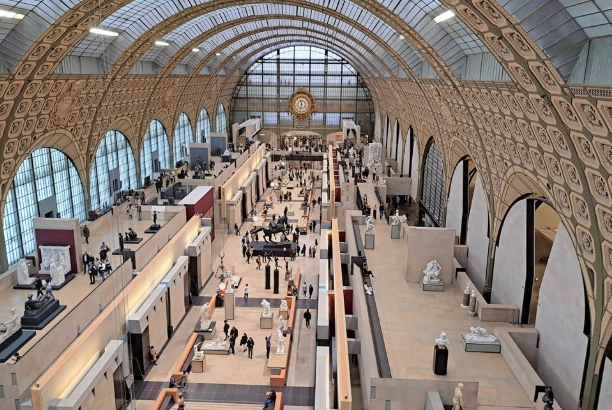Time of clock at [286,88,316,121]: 11:32
